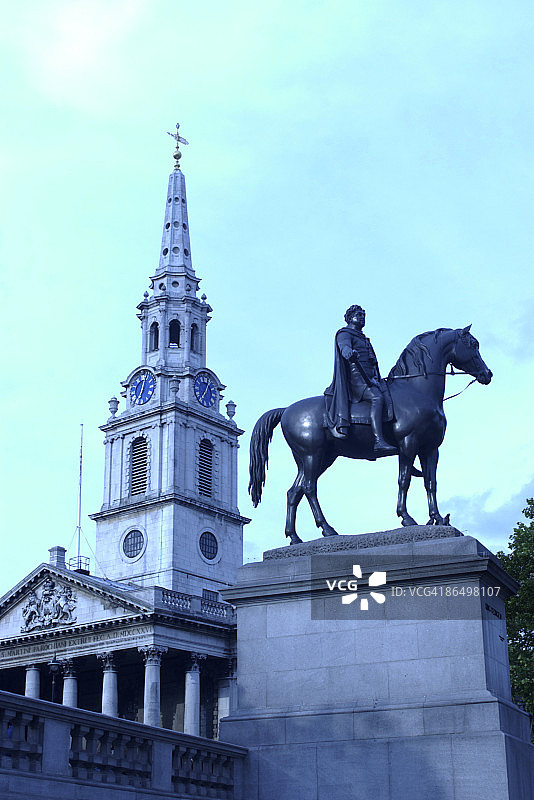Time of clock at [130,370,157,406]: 7:02
